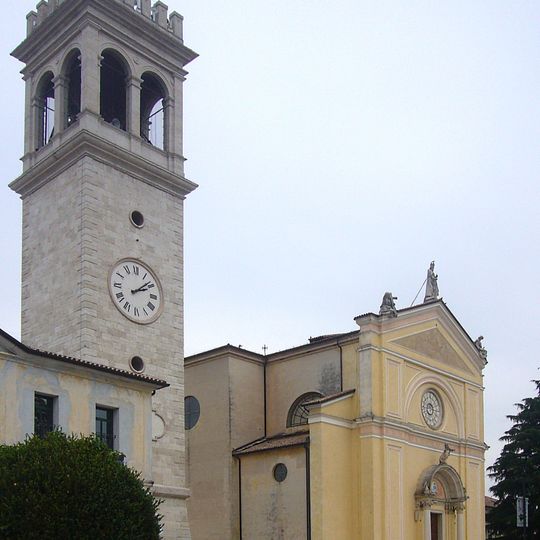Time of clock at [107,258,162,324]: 2:08
